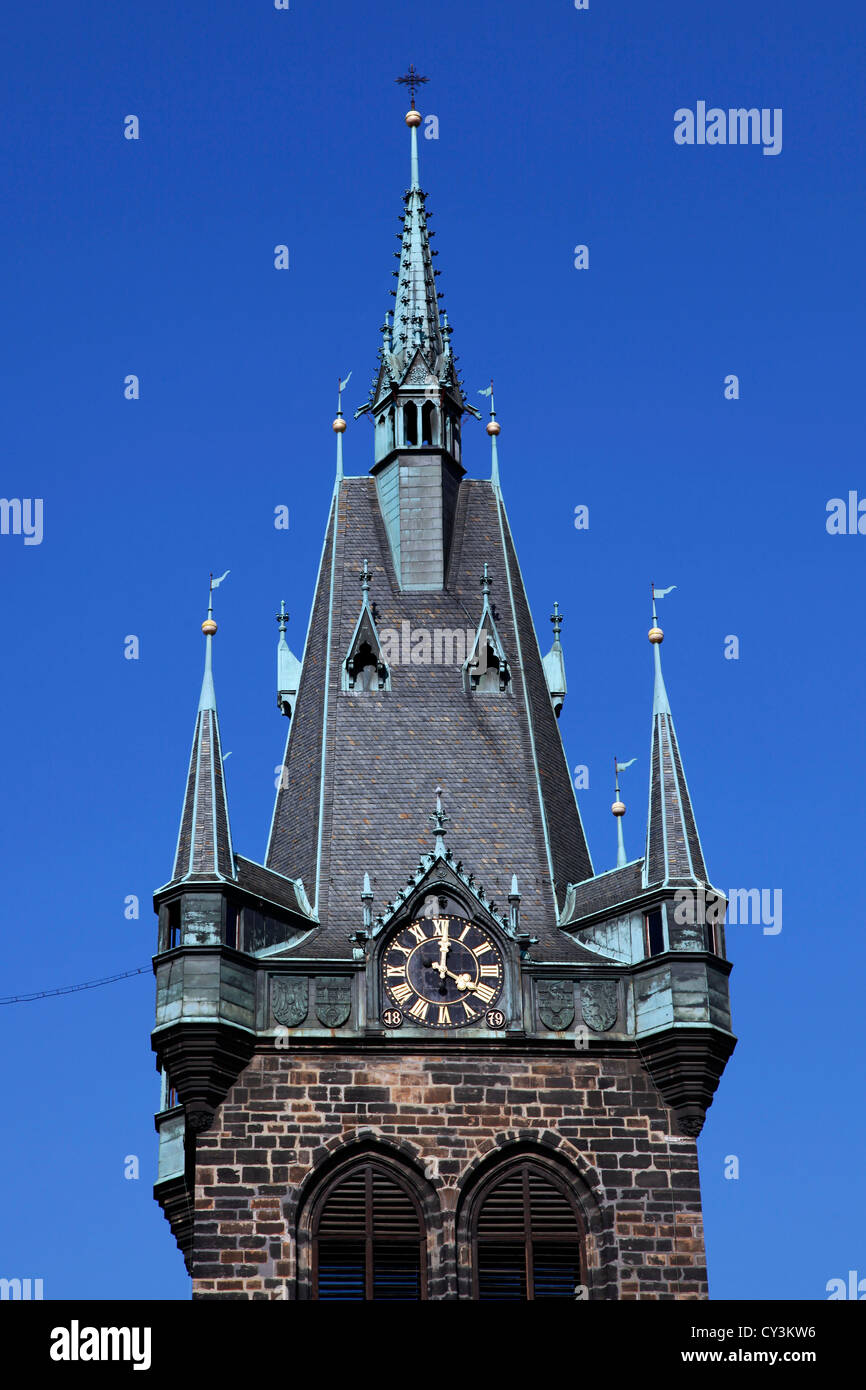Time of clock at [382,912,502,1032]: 4:01
